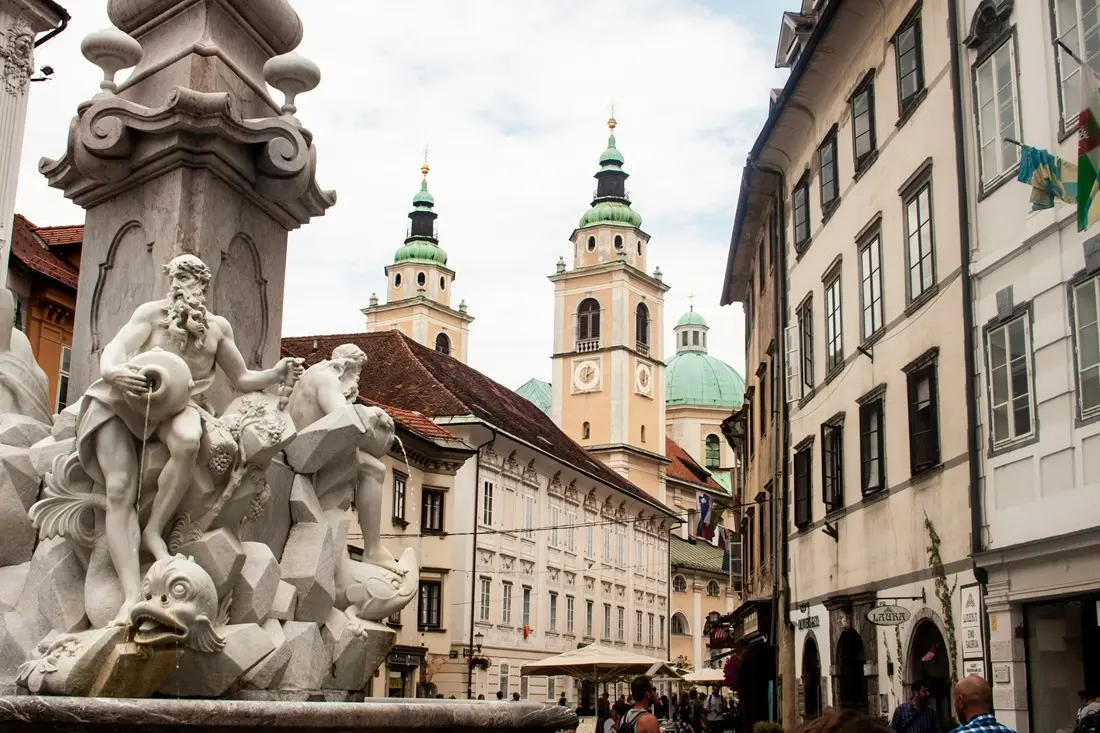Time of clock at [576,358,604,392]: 2:01
